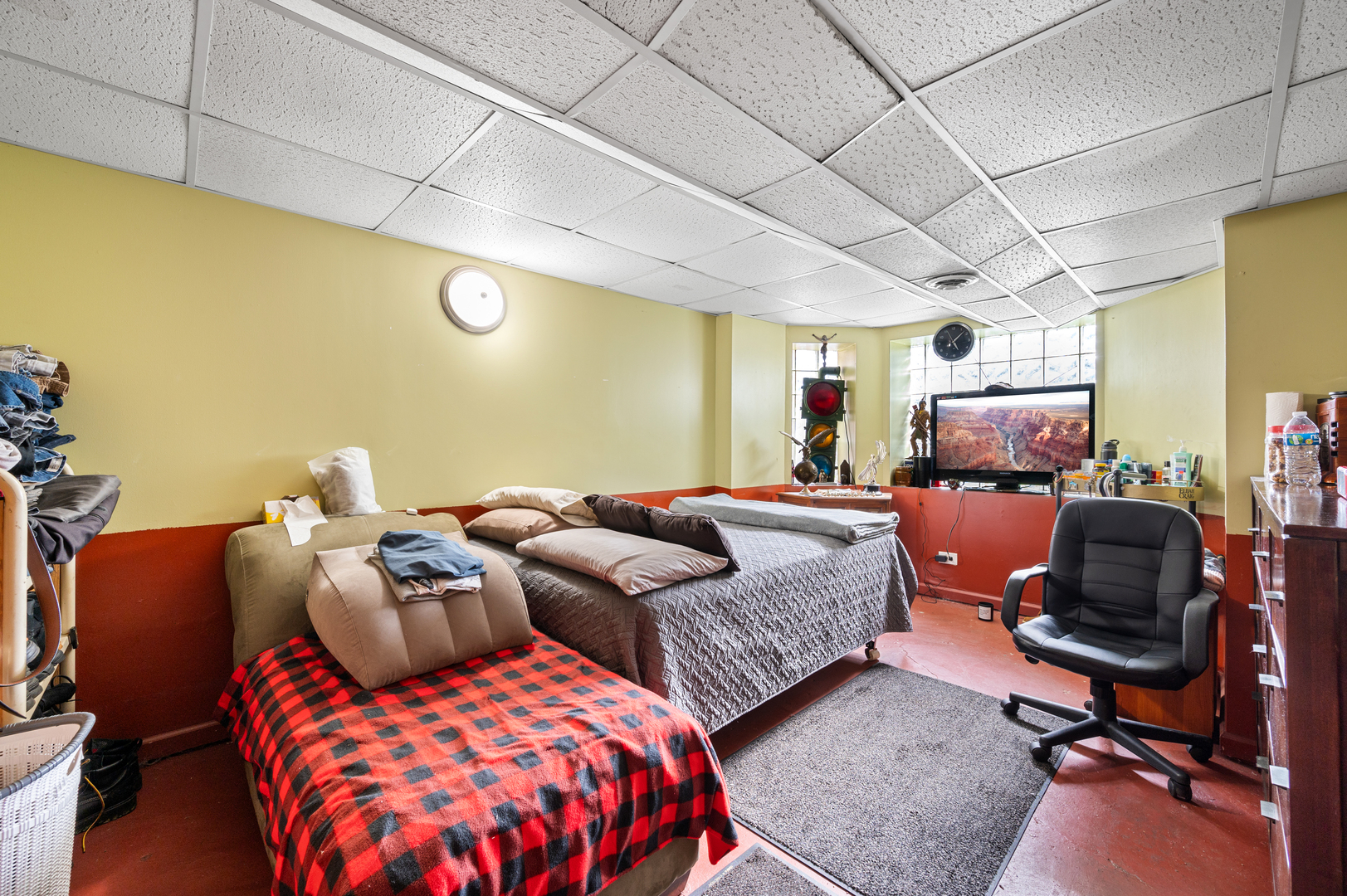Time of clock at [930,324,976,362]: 5:07
